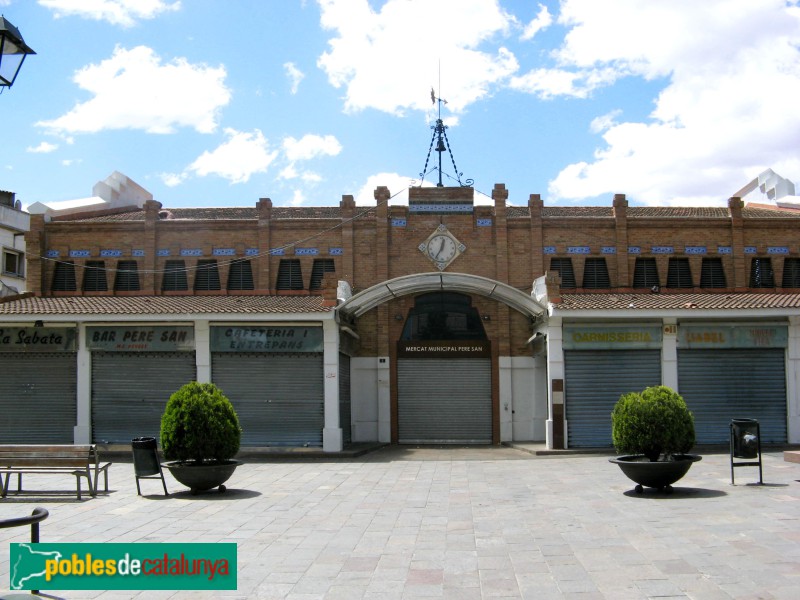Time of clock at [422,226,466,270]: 12:35
